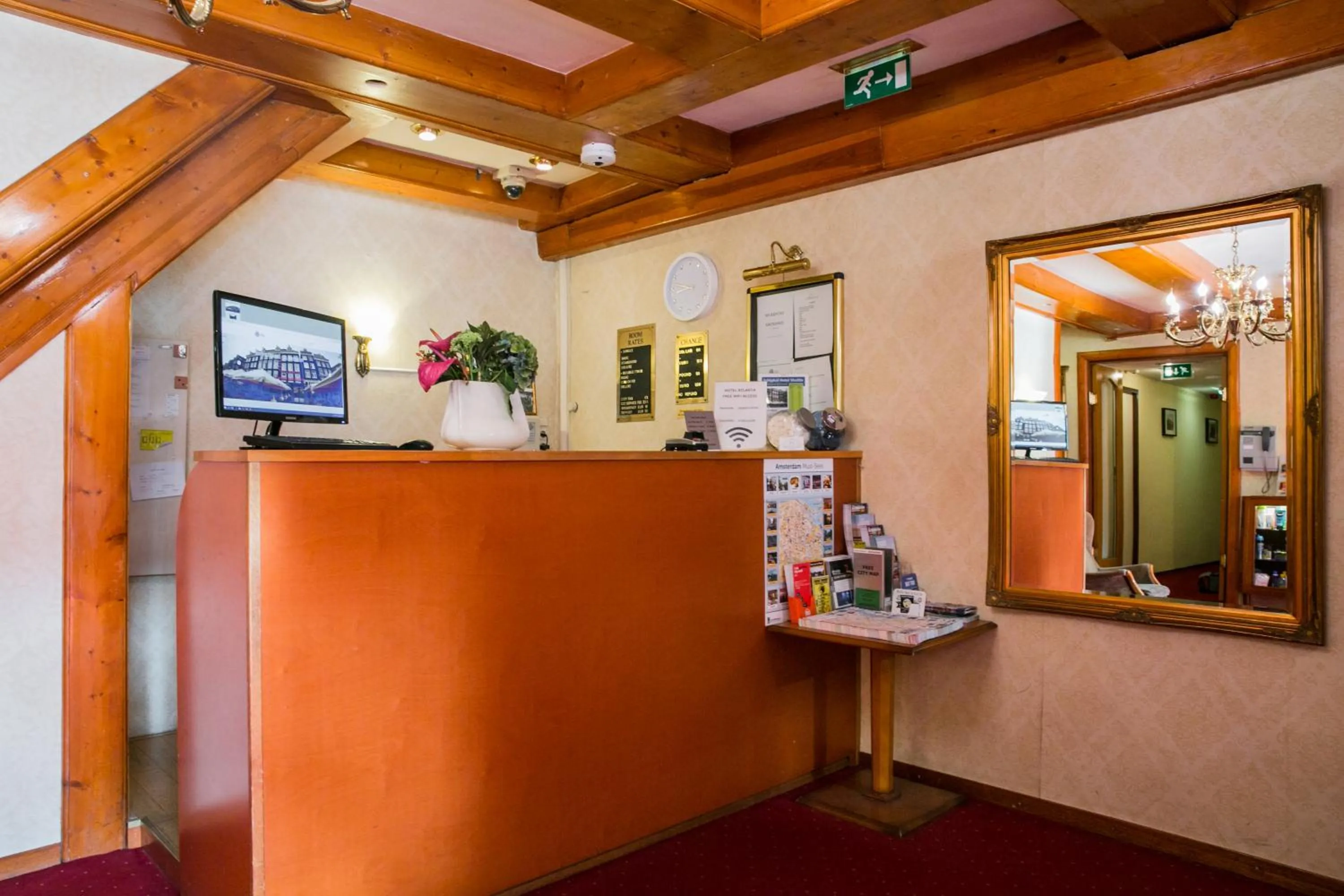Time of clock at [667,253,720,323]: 8:47
